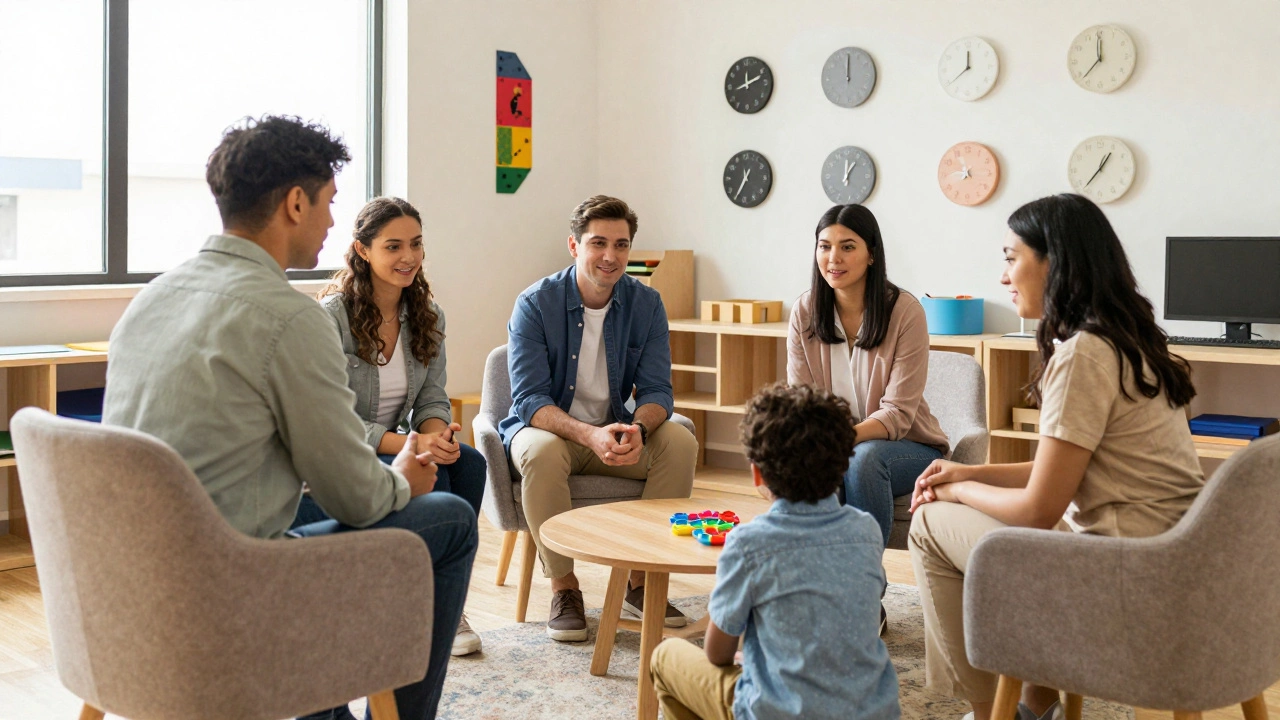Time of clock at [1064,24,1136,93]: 11:59
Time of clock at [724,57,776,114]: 12:11
